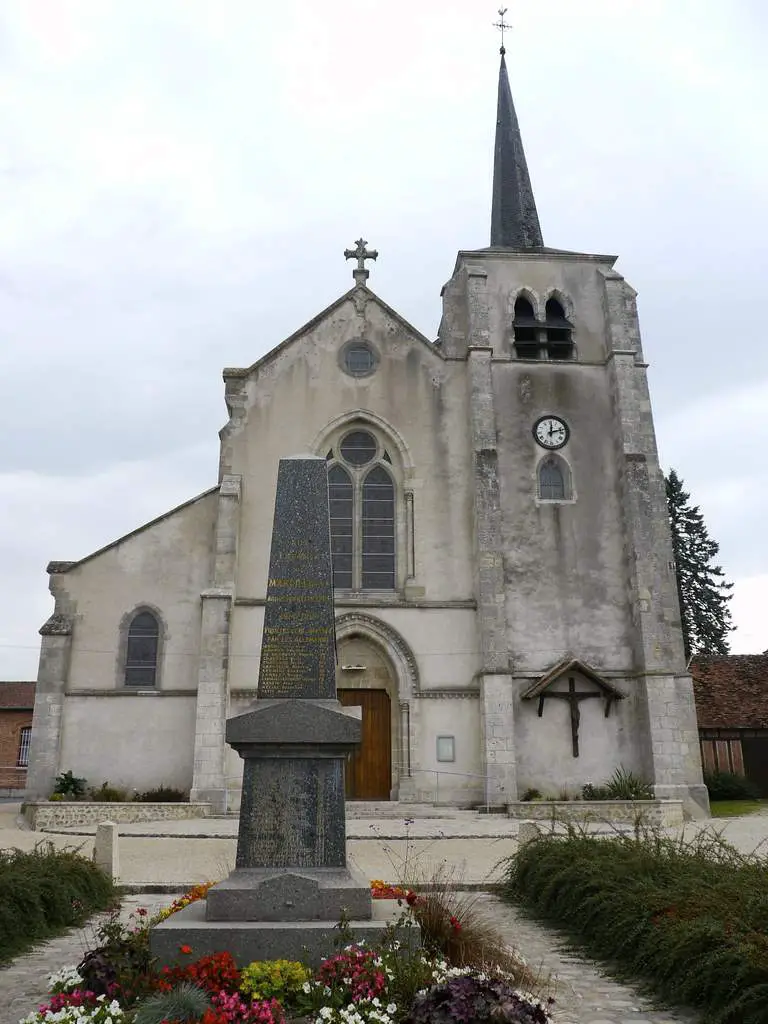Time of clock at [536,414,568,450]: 12:12
